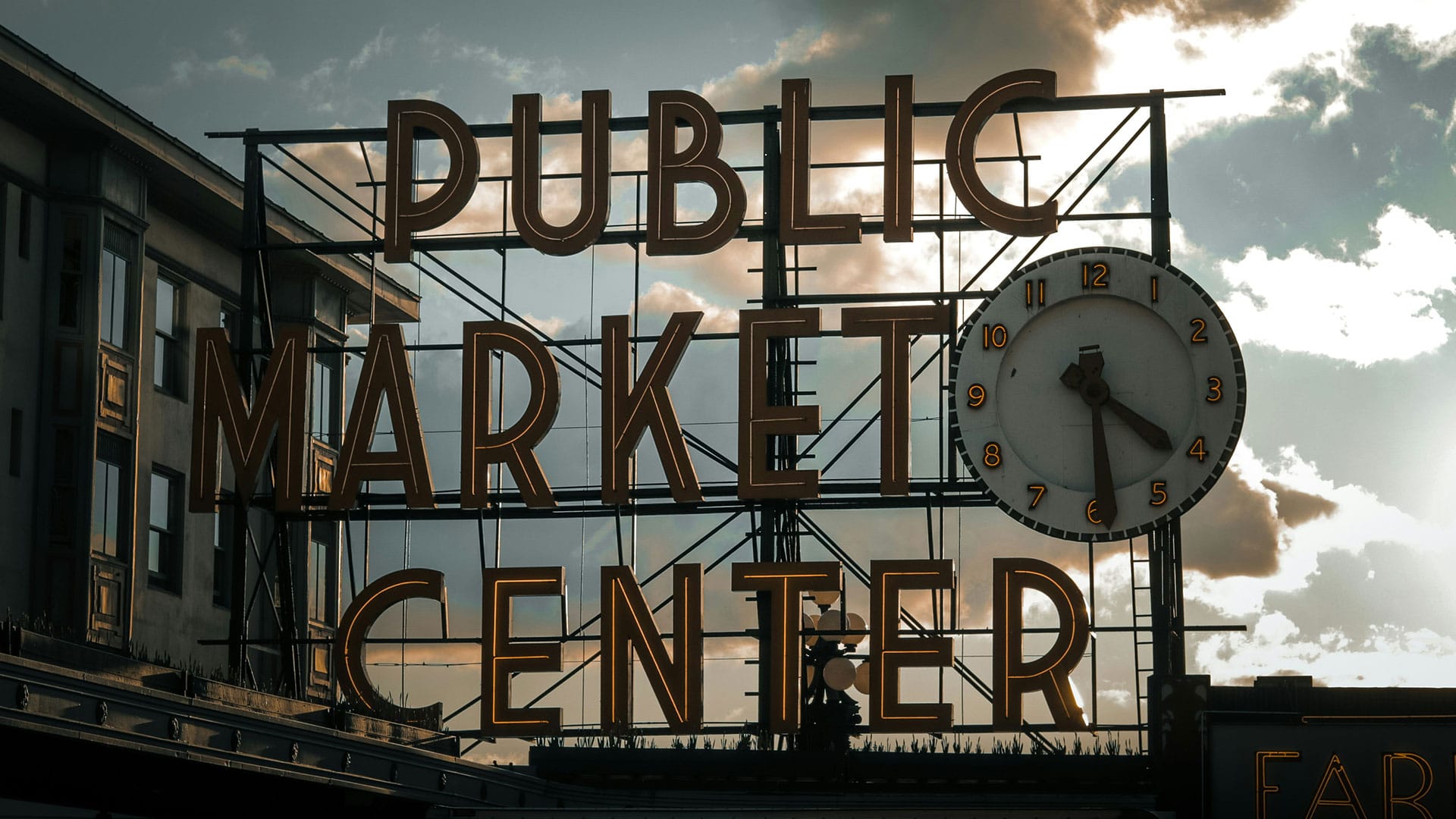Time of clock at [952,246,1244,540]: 4:29
